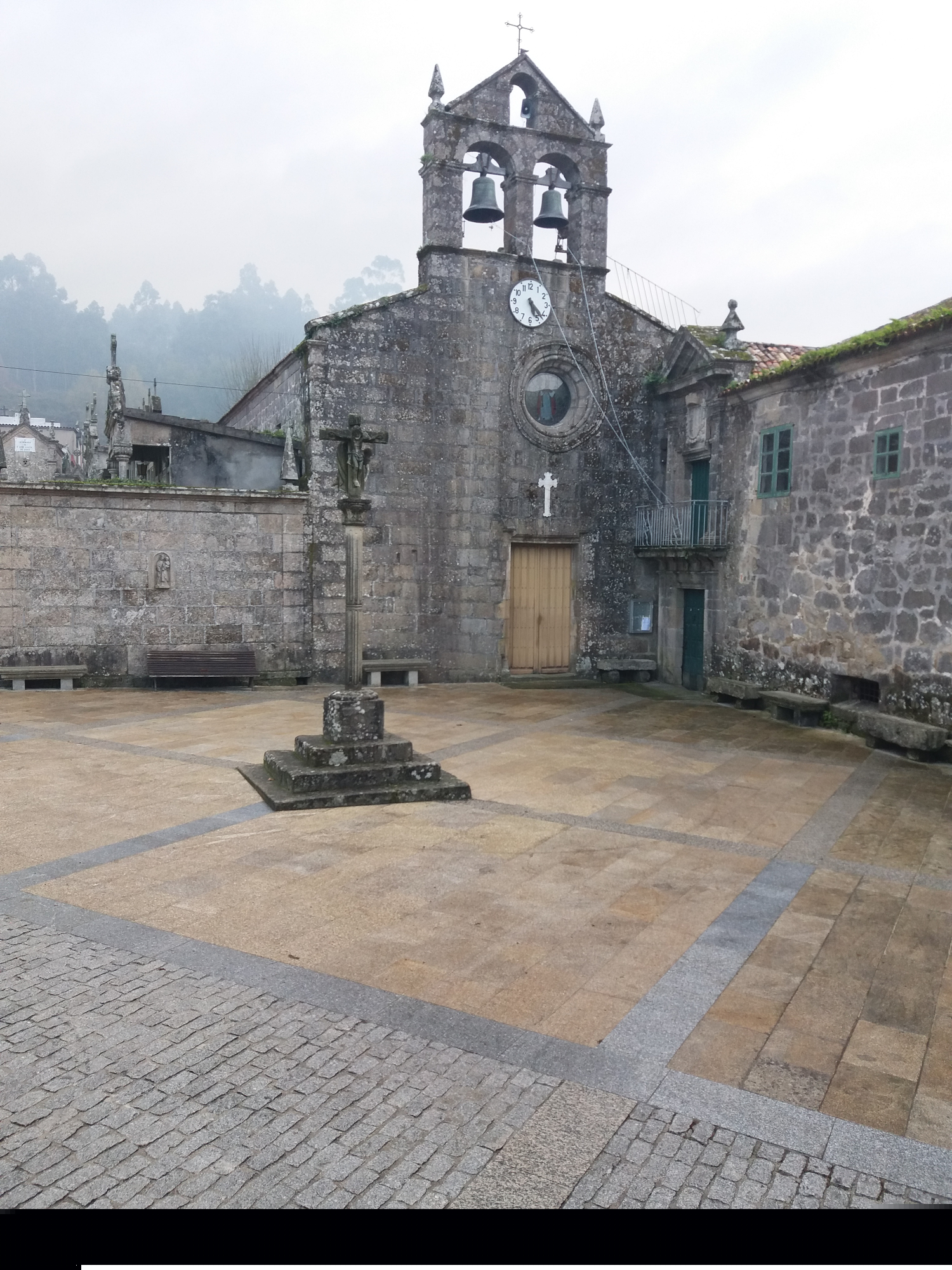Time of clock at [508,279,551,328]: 5:22
